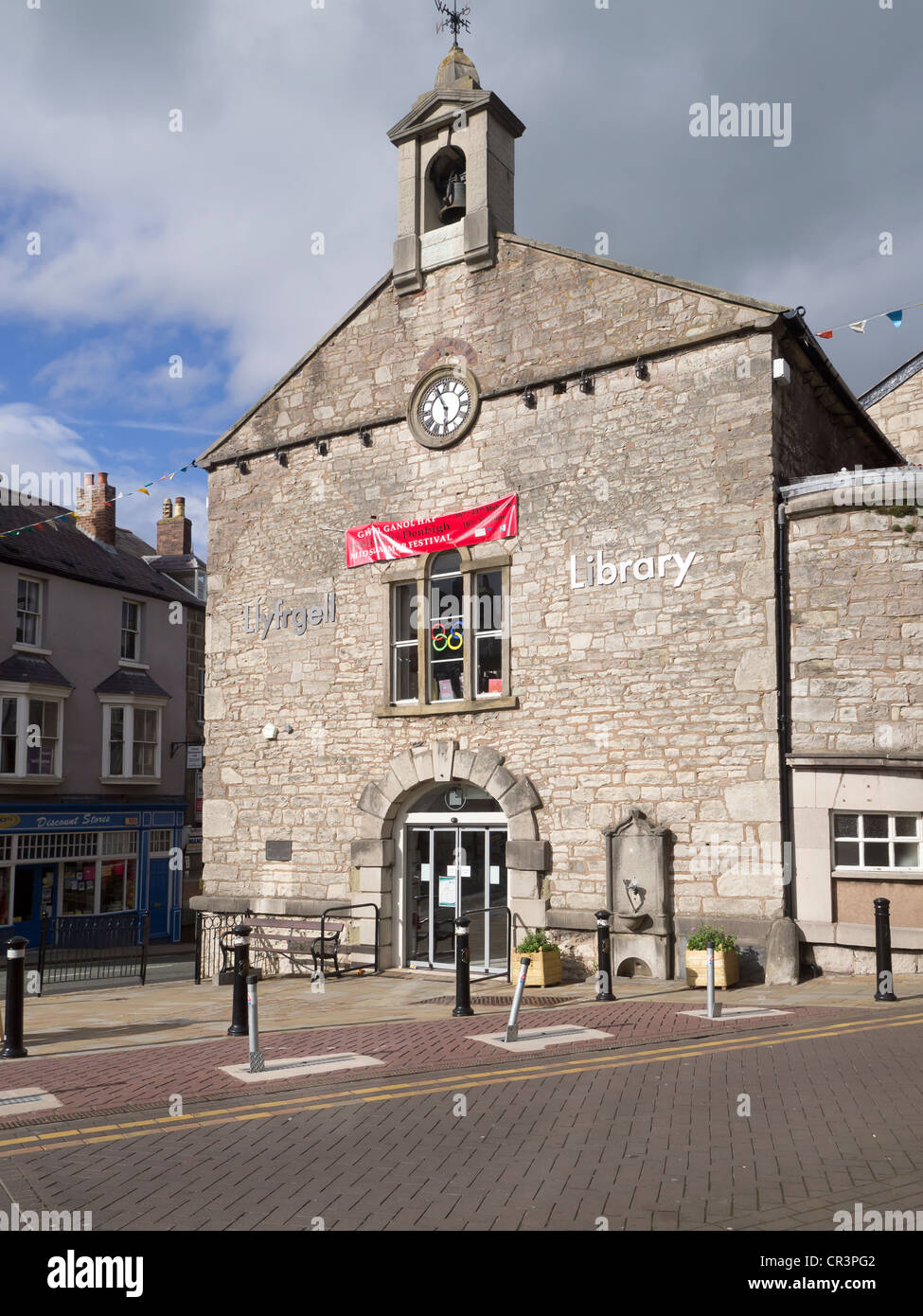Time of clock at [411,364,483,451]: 5:55
